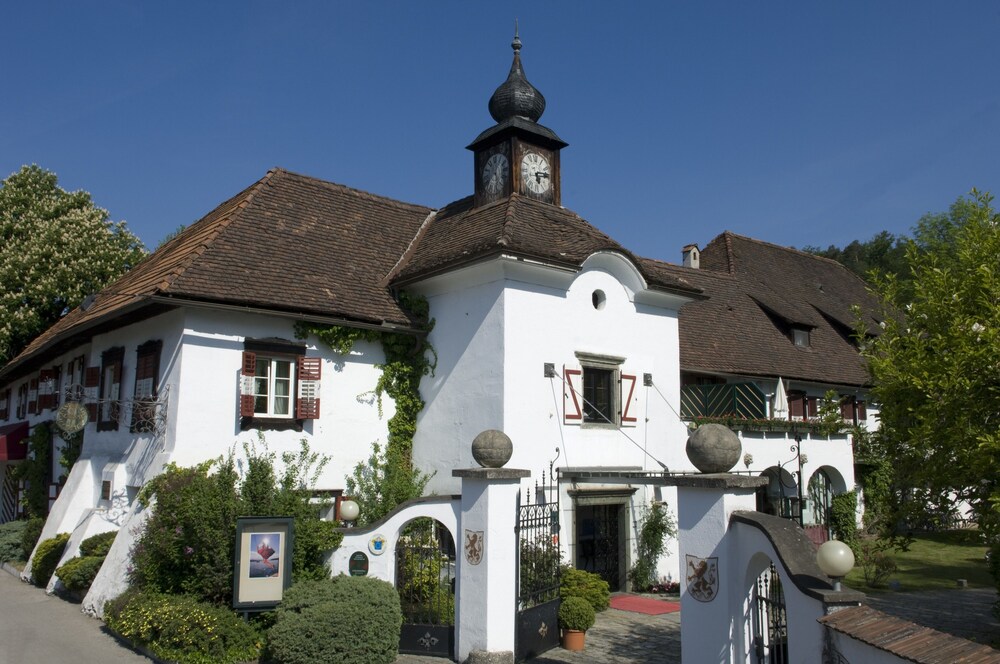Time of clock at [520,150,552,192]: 5:14
